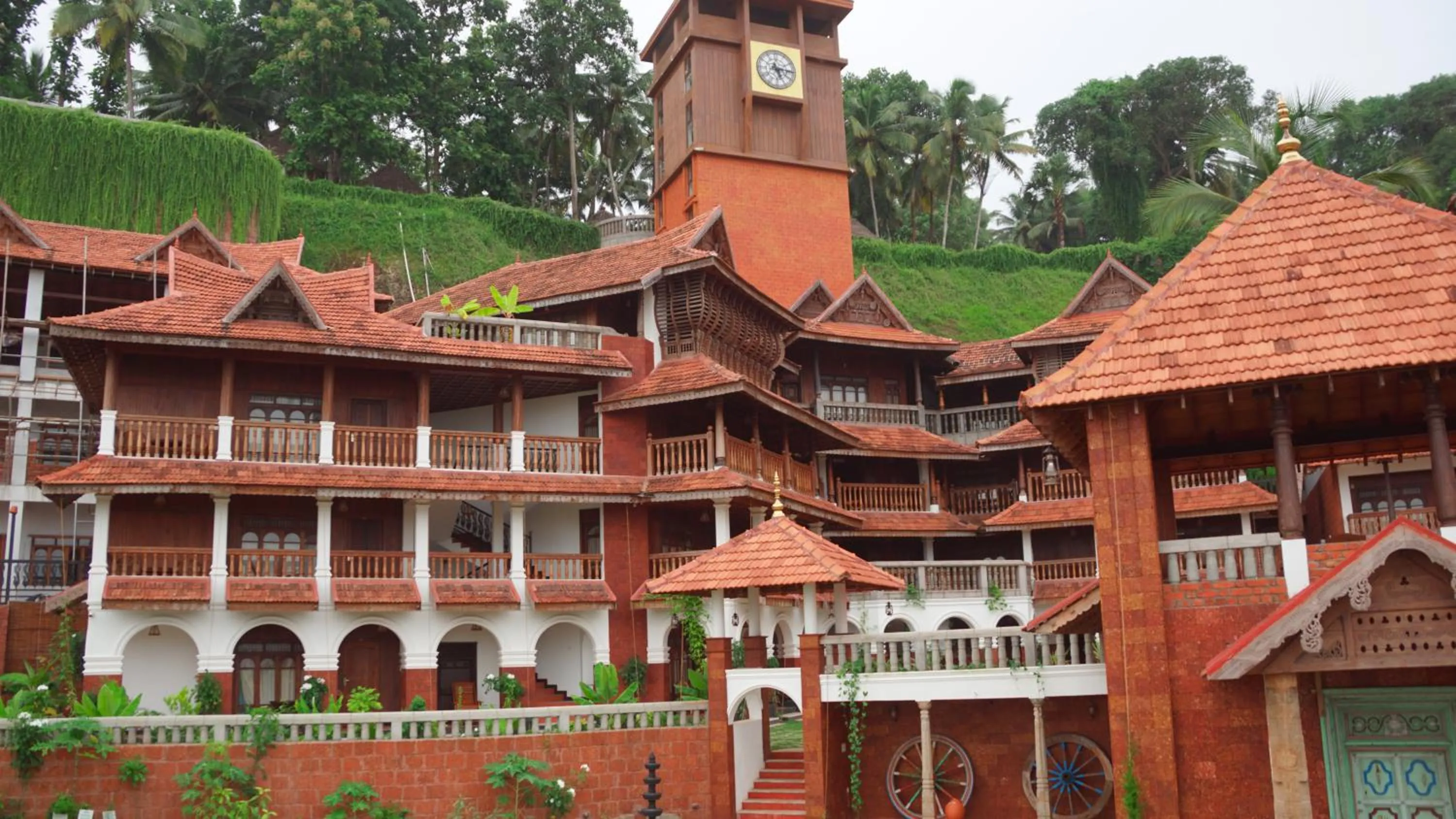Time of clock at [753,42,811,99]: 5:15
